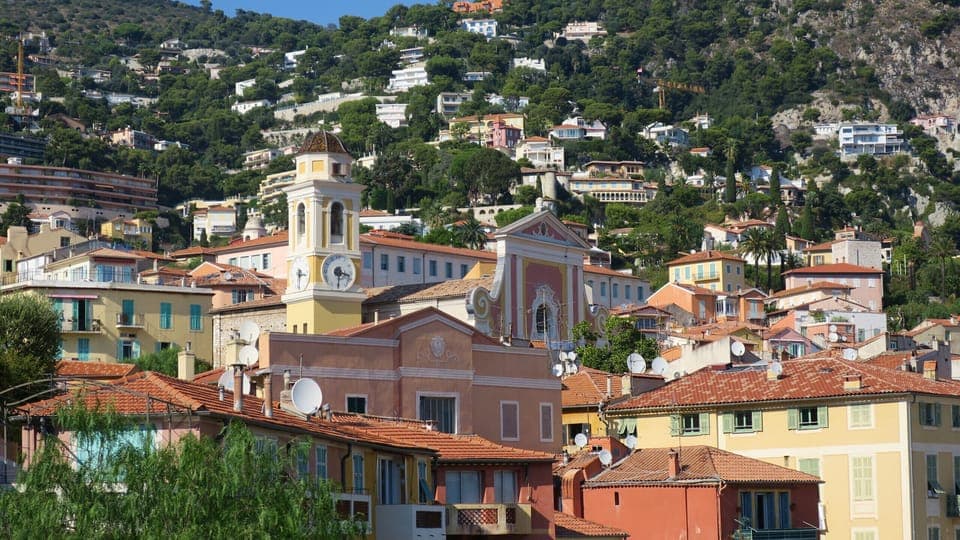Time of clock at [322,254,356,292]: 3:30
